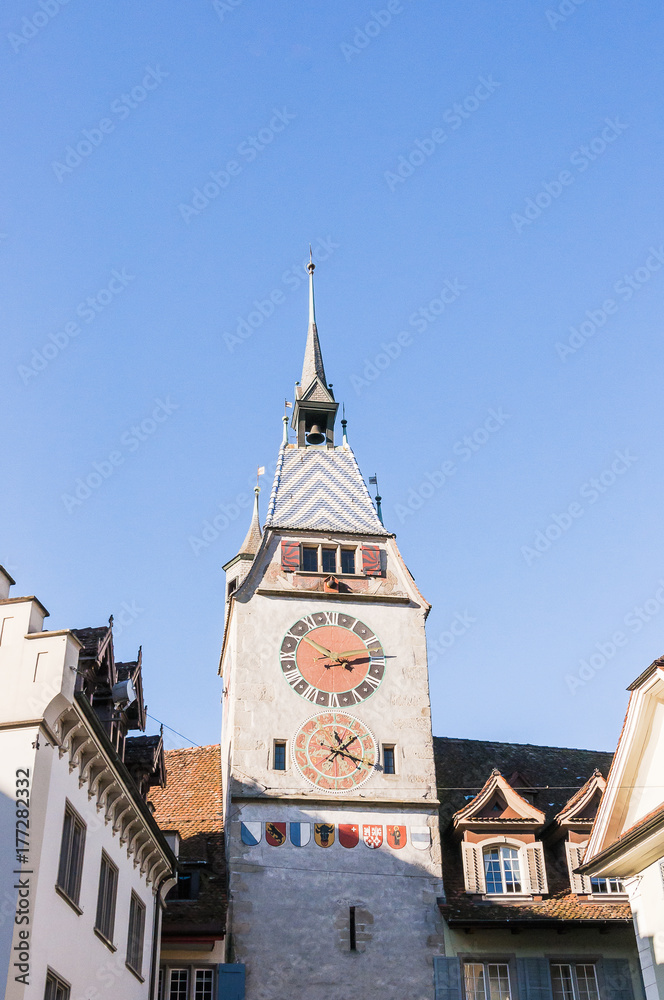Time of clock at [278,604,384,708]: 2:50
